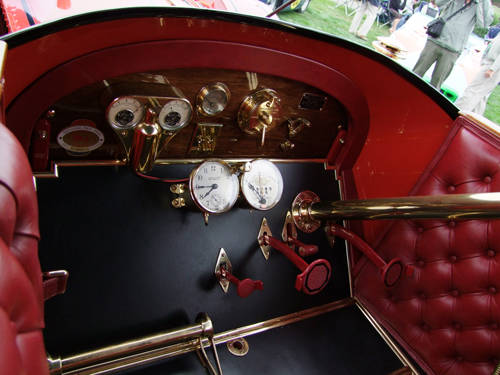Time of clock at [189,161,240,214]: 7:44
